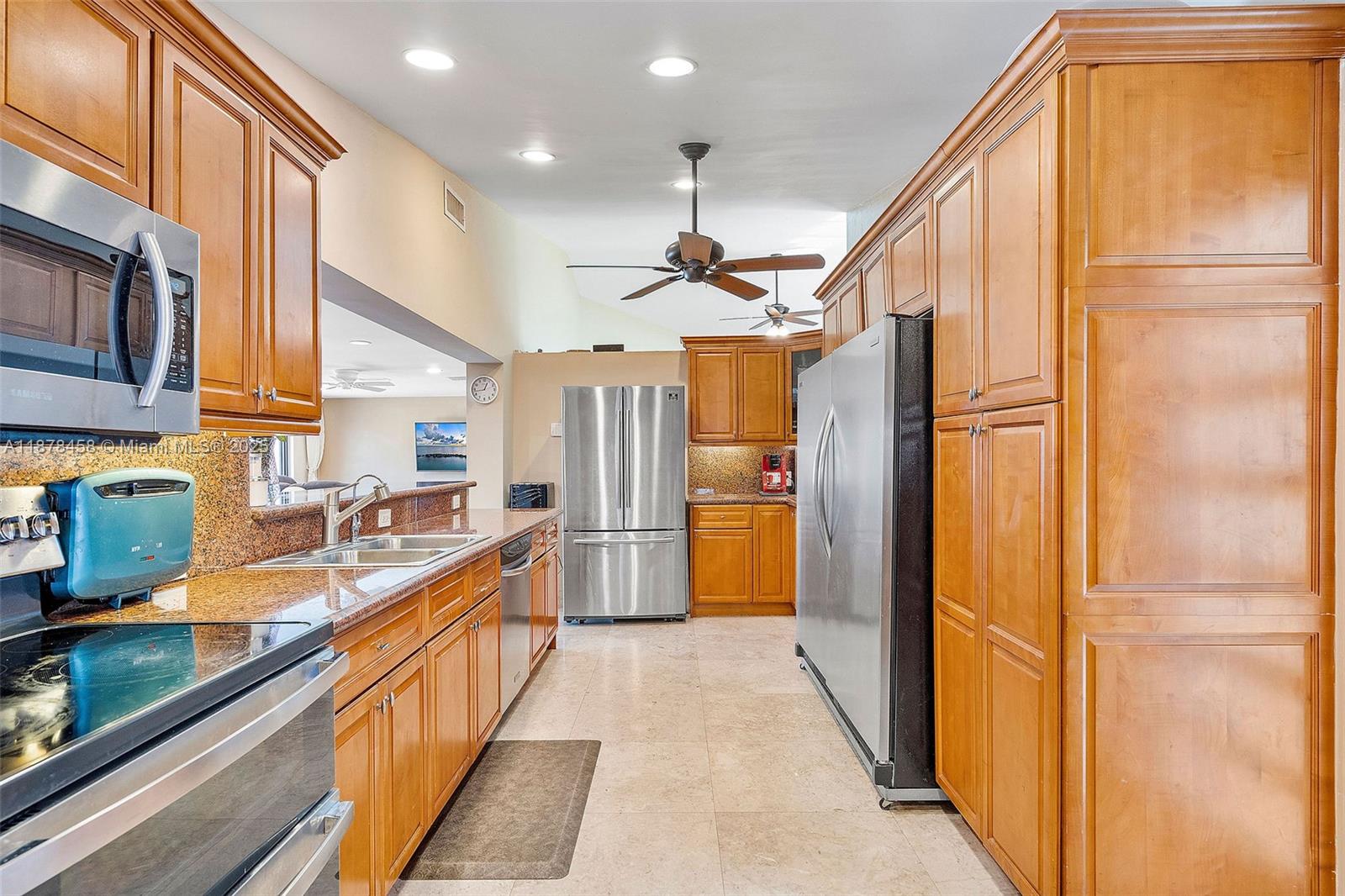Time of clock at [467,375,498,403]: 12:43
